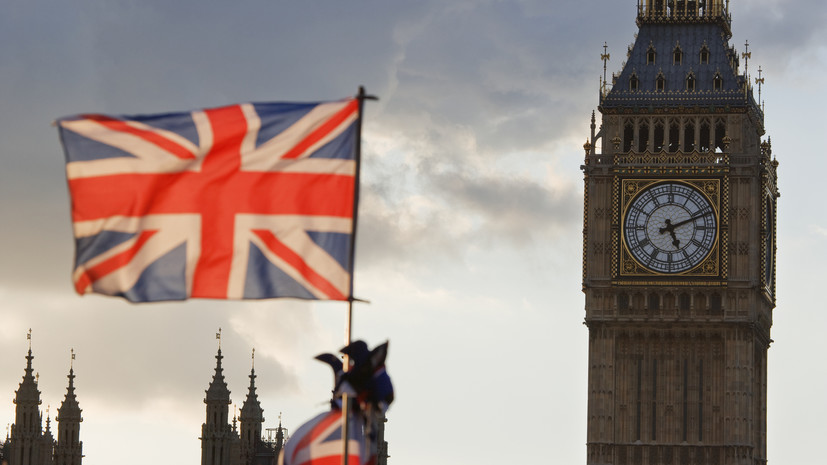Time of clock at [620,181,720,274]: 5:11
